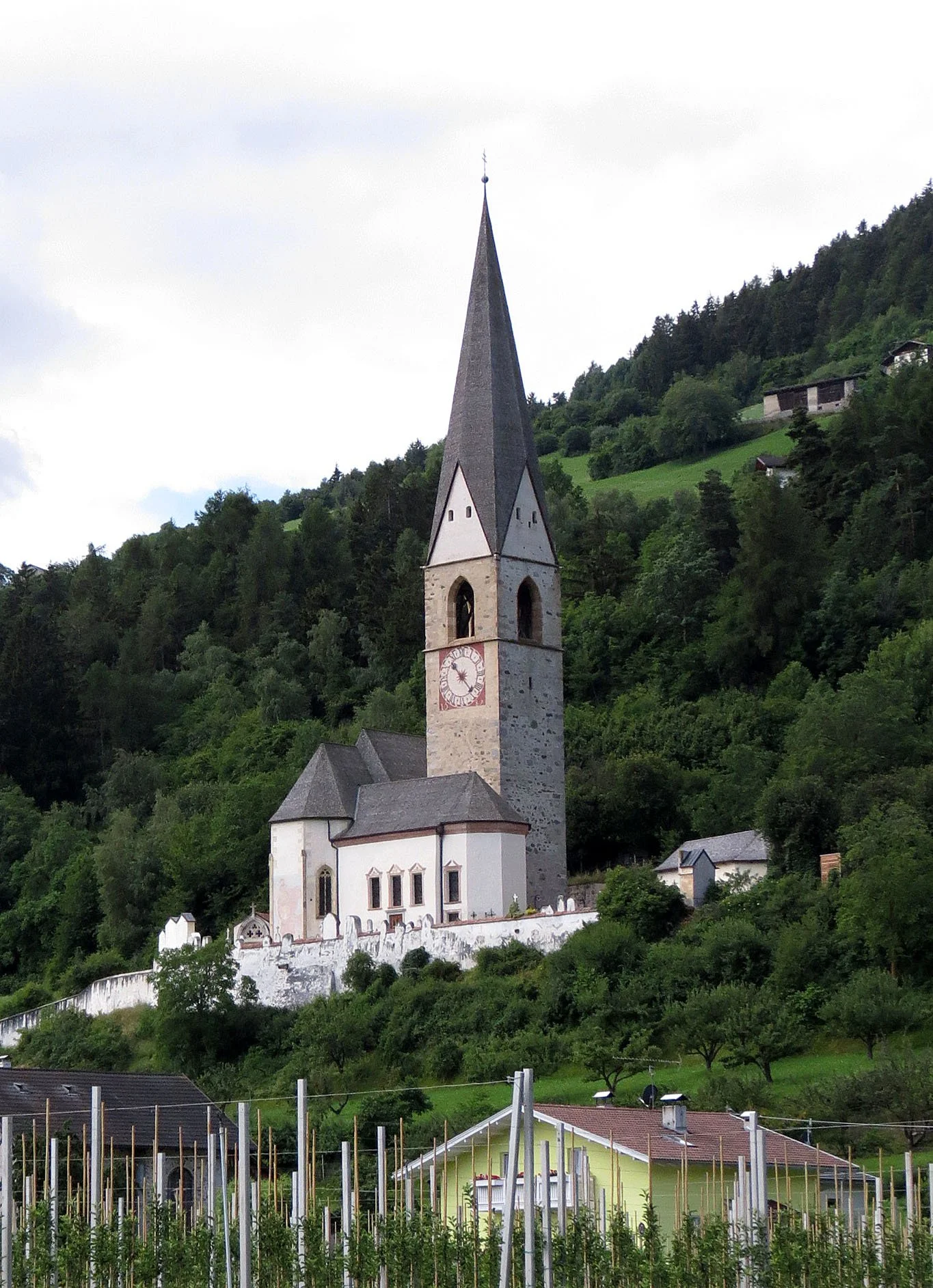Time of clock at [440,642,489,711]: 10:22
